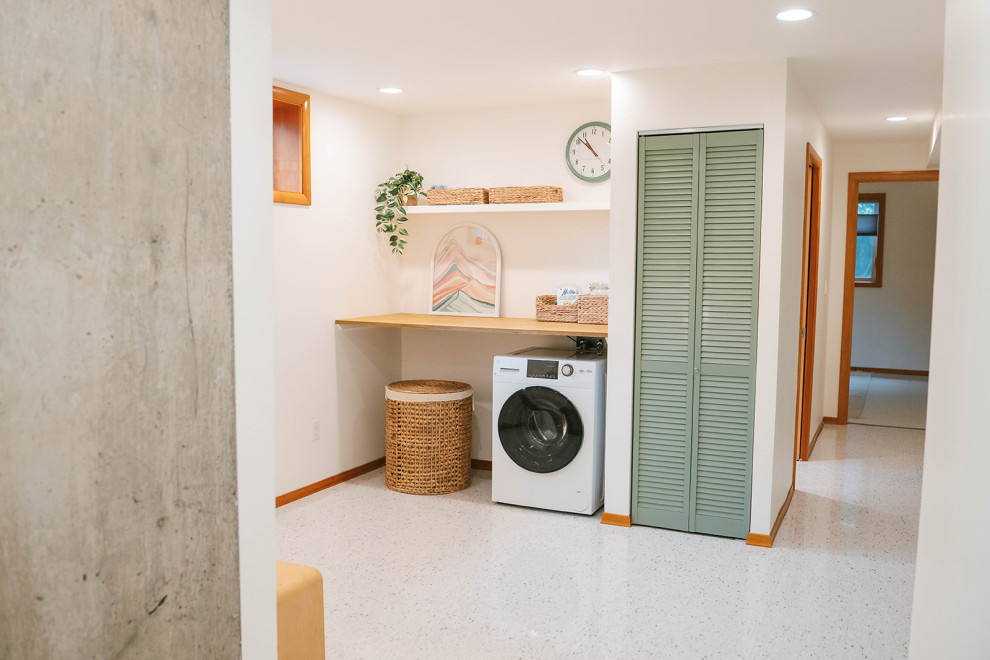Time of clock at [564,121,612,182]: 10:51
